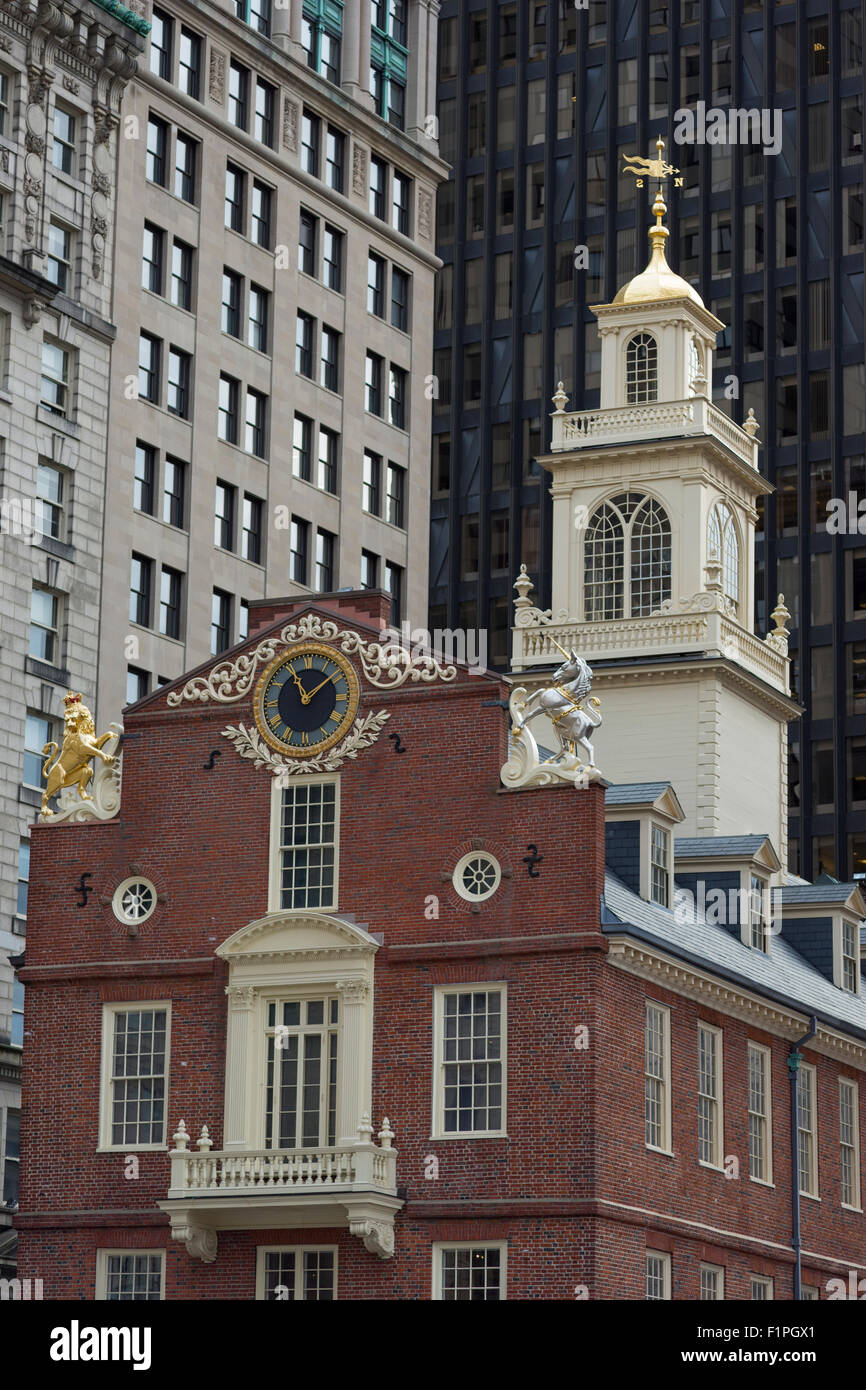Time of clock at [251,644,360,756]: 11:08
